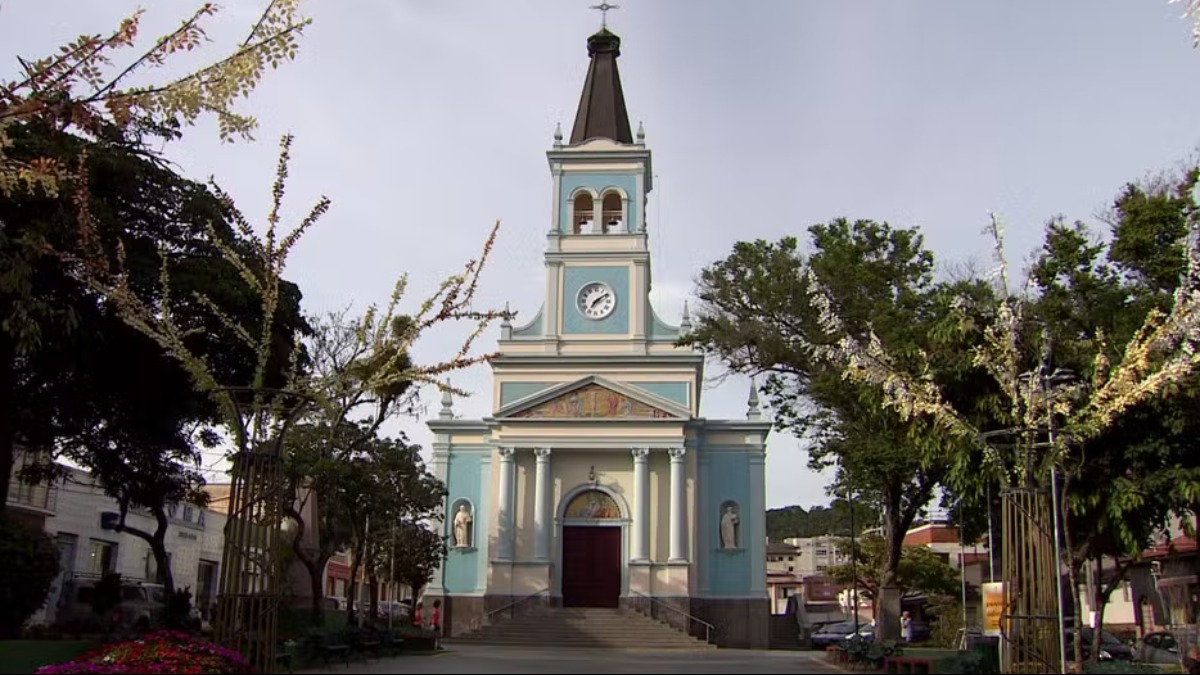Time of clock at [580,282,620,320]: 7:09
